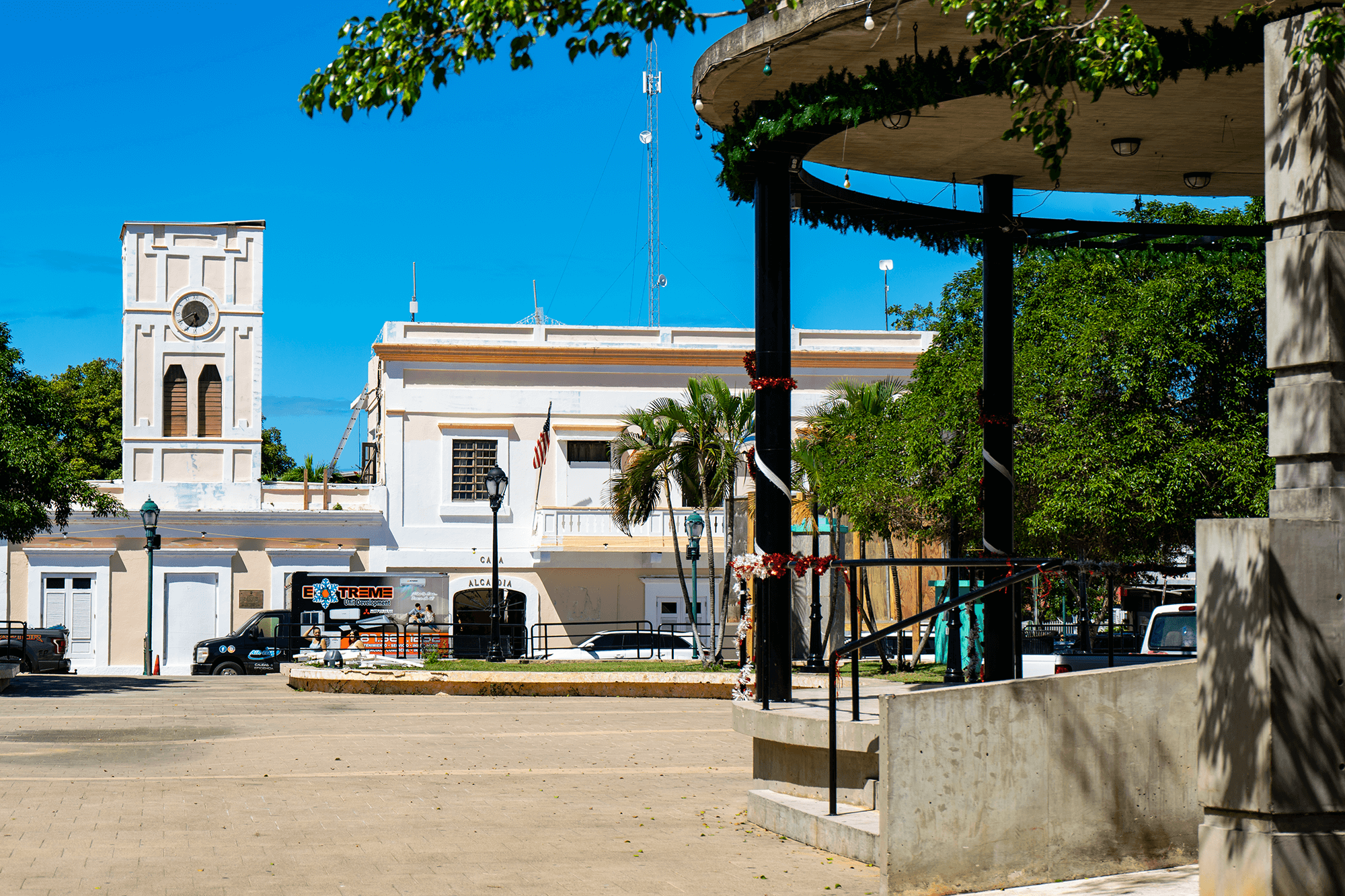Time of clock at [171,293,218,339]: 5:34
